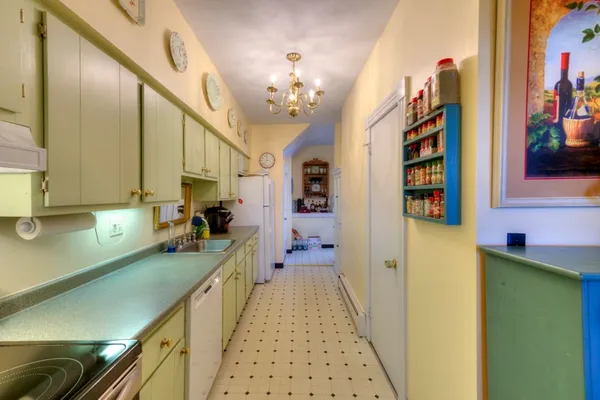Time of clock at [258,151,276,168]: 11:37
